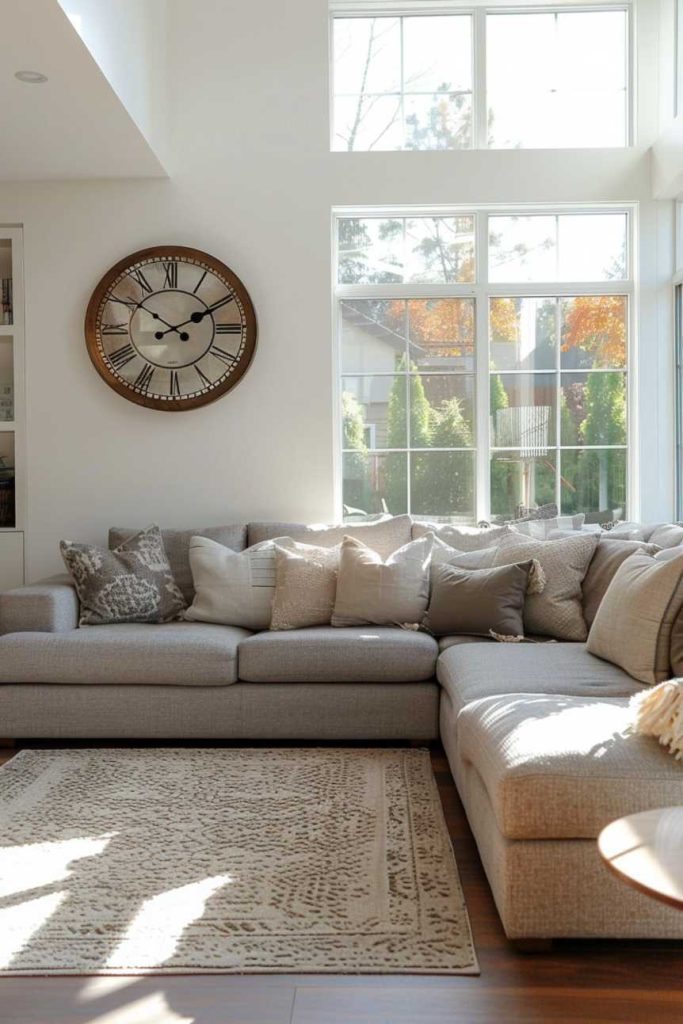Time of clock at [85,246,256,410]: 1:50
